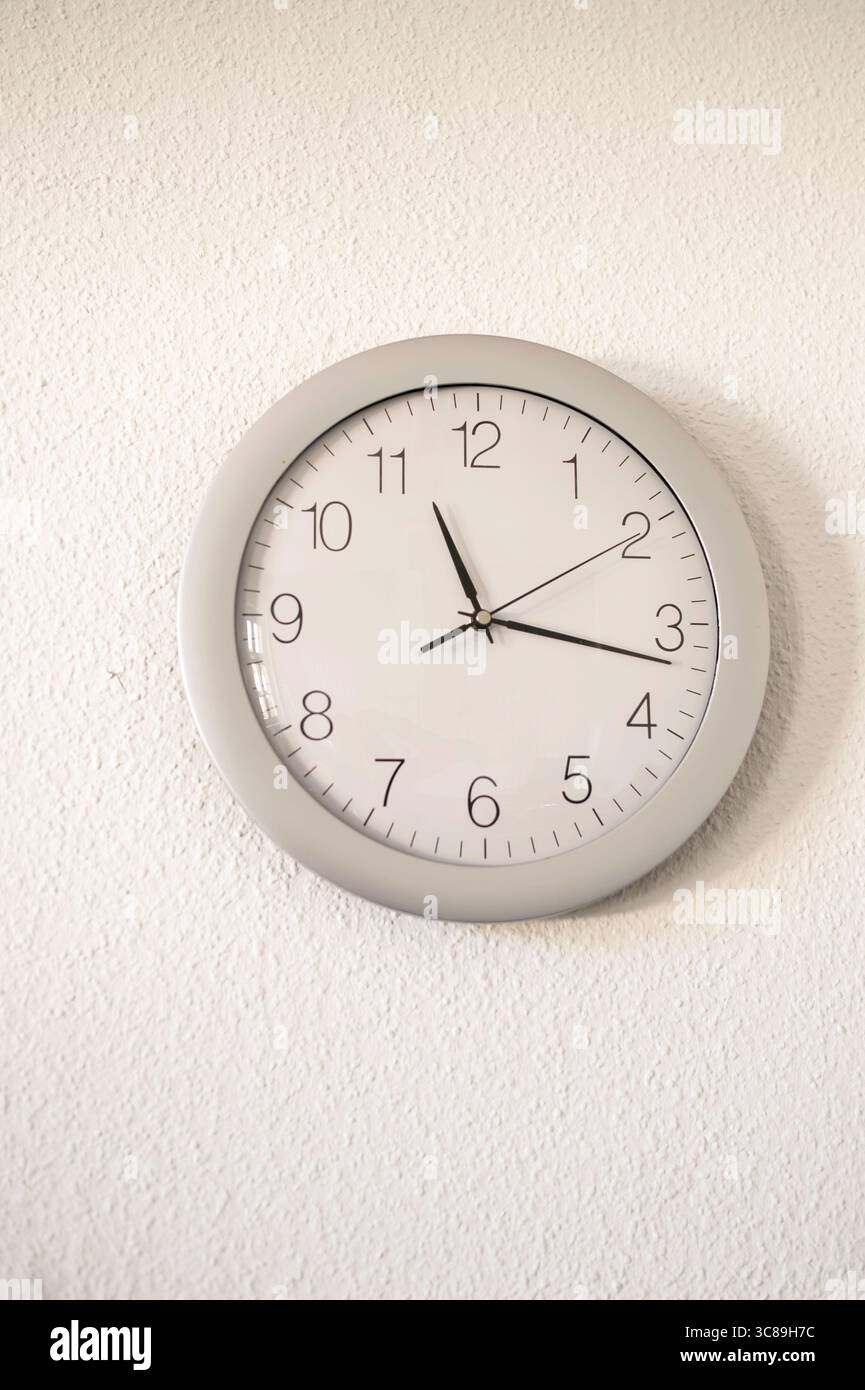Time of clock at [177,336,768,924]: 11:16
